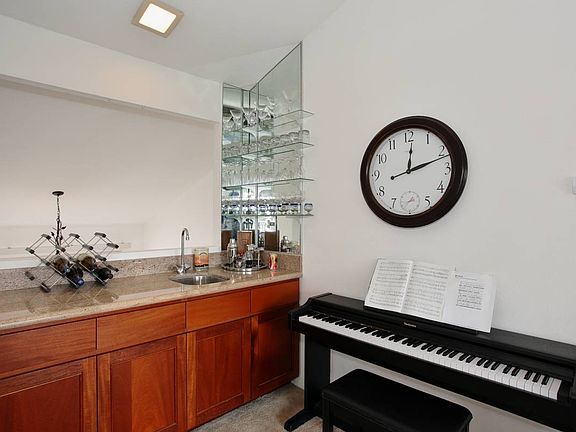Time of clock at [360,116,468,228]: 12:11
